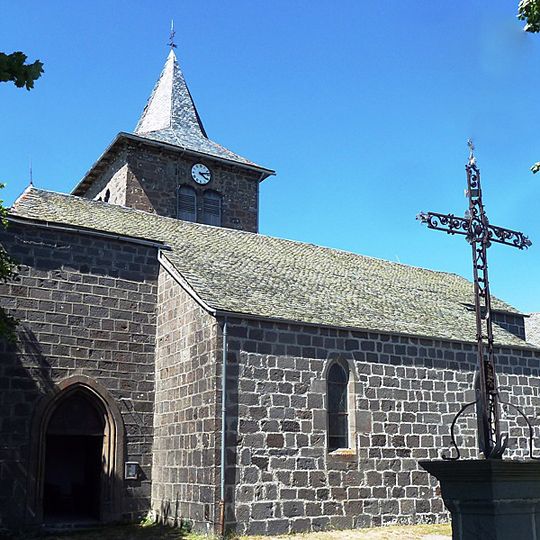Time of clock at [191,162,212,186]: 4:13
